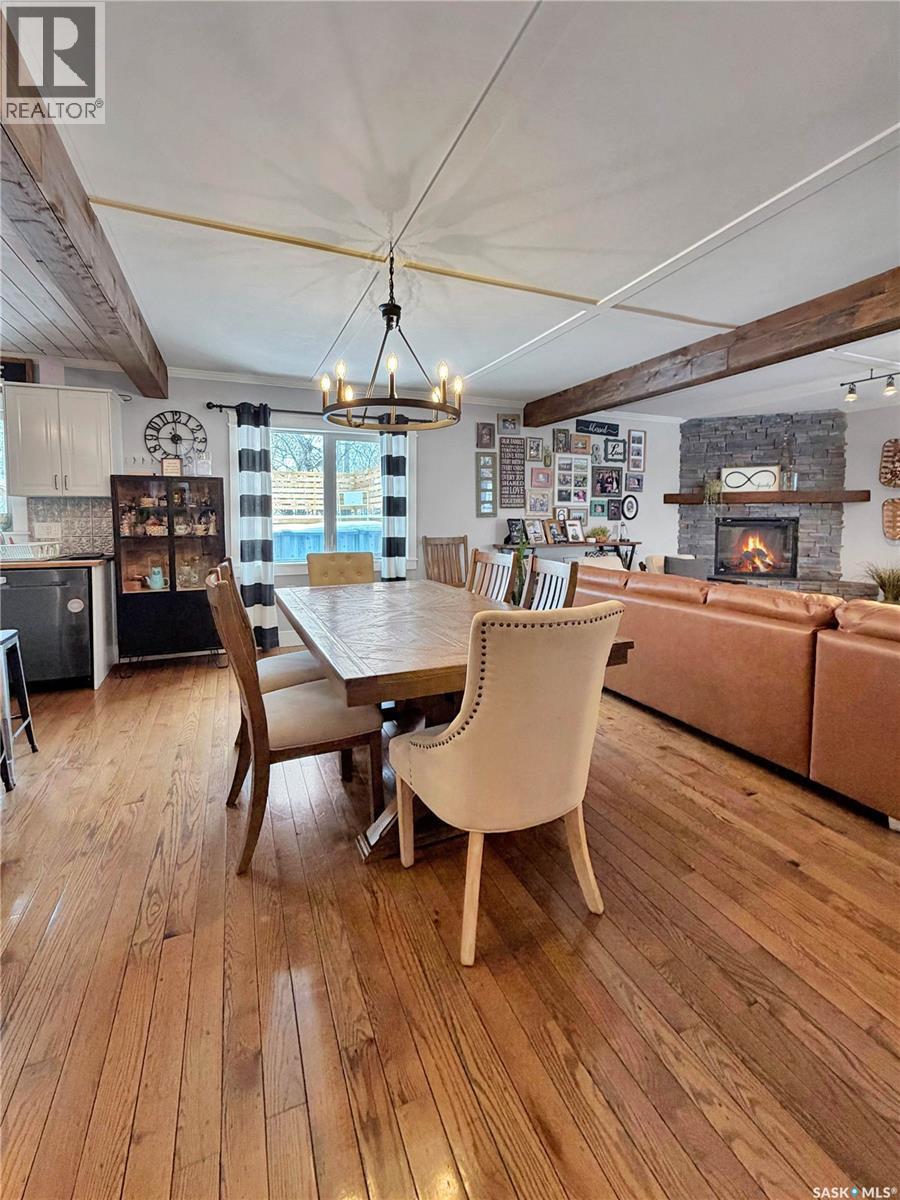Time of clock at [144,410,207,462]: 11:44
